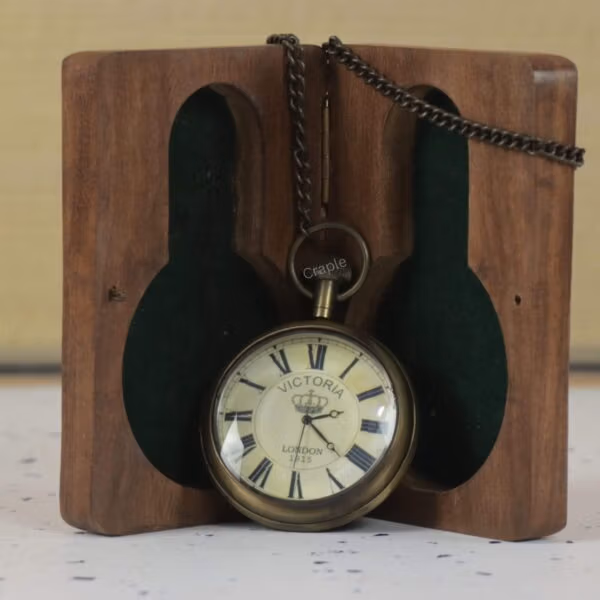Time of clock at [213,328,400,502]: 2:21
